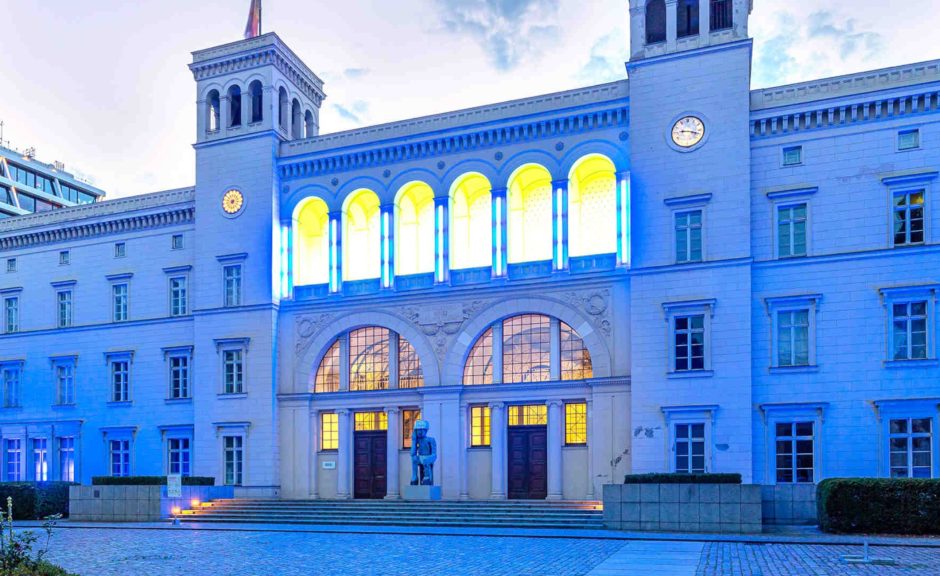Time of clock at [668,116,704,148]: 9:17
